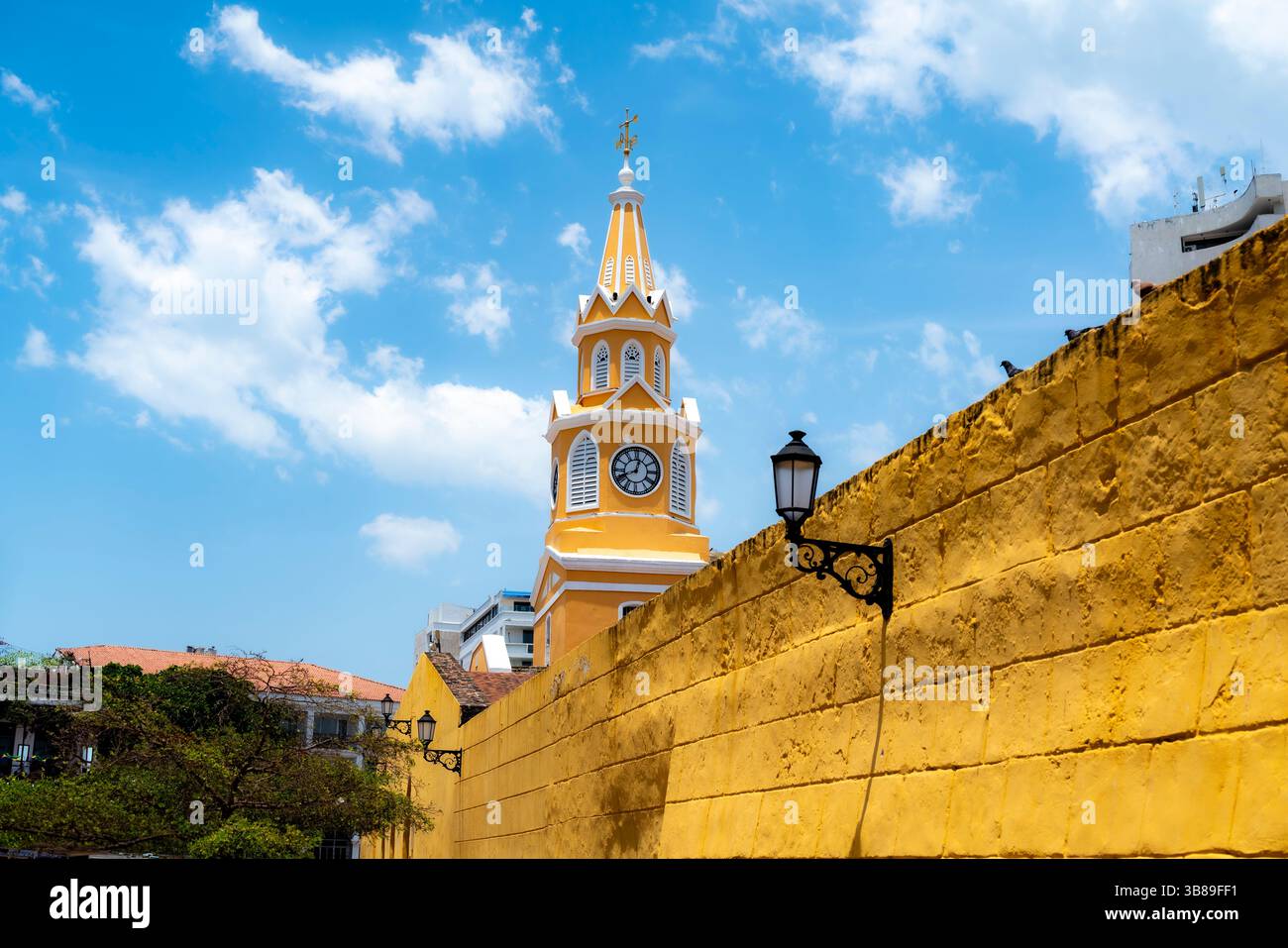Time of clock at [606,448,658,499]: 12:41
